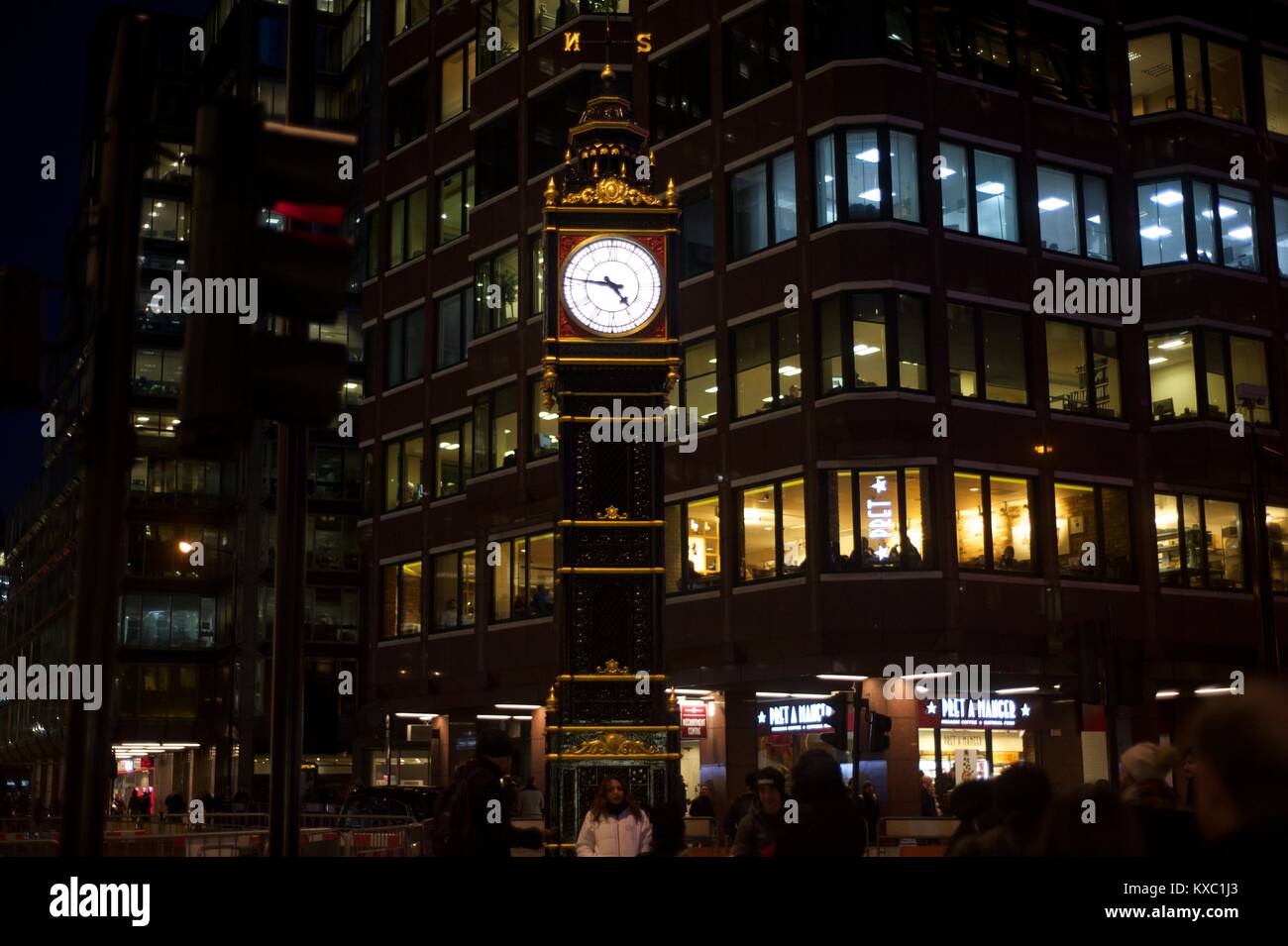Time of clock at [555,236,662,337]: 4:46
